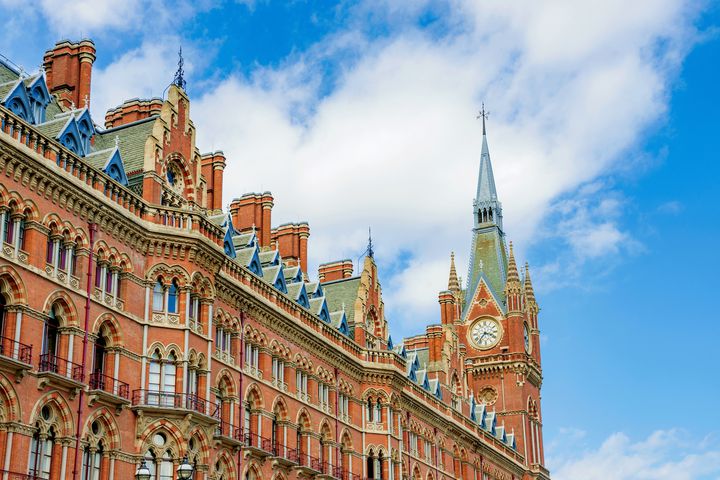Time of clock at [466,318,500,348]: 3:36
